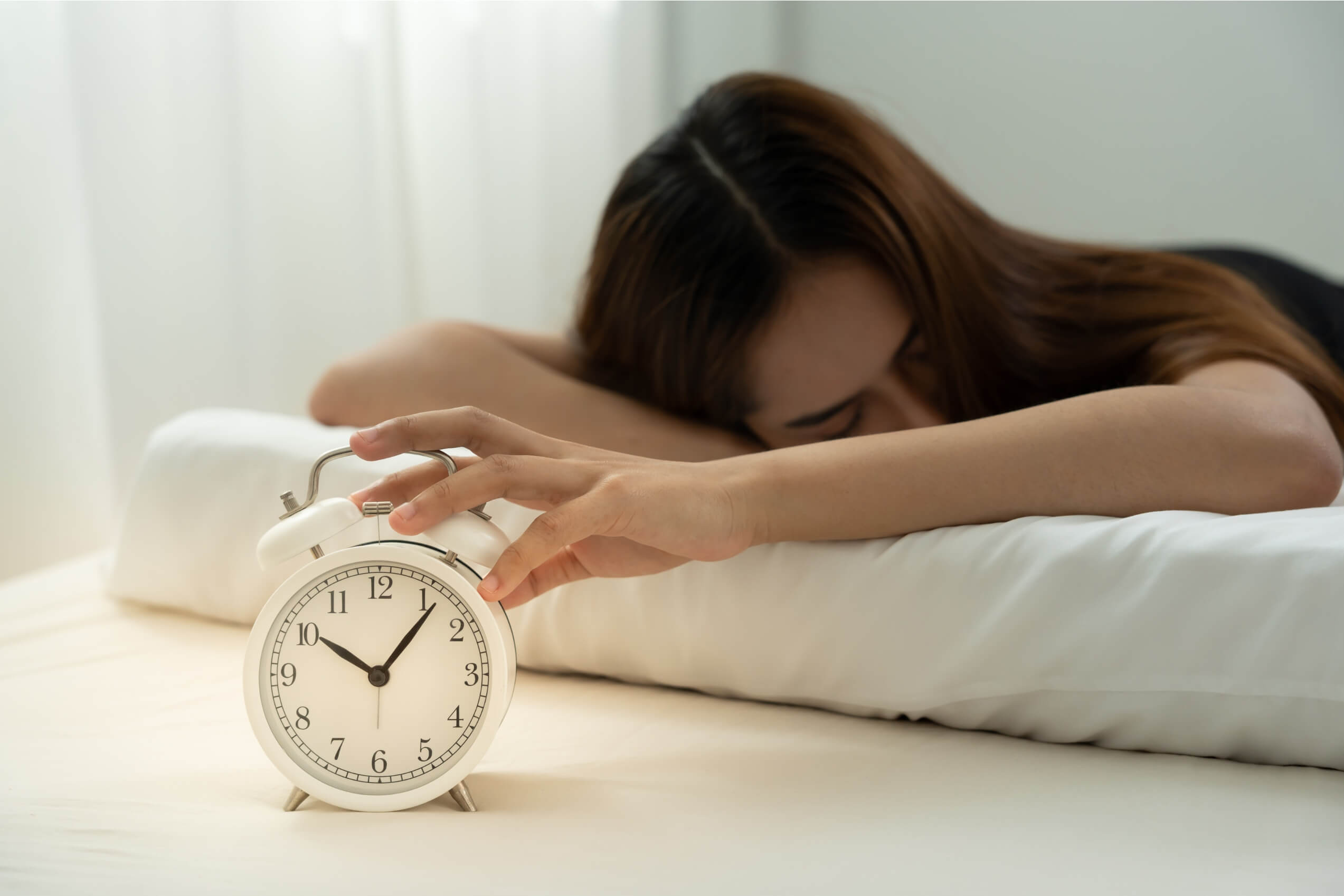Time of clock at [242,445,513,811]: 10:06
